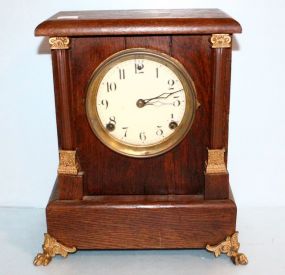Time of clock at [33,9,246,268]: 2:12
